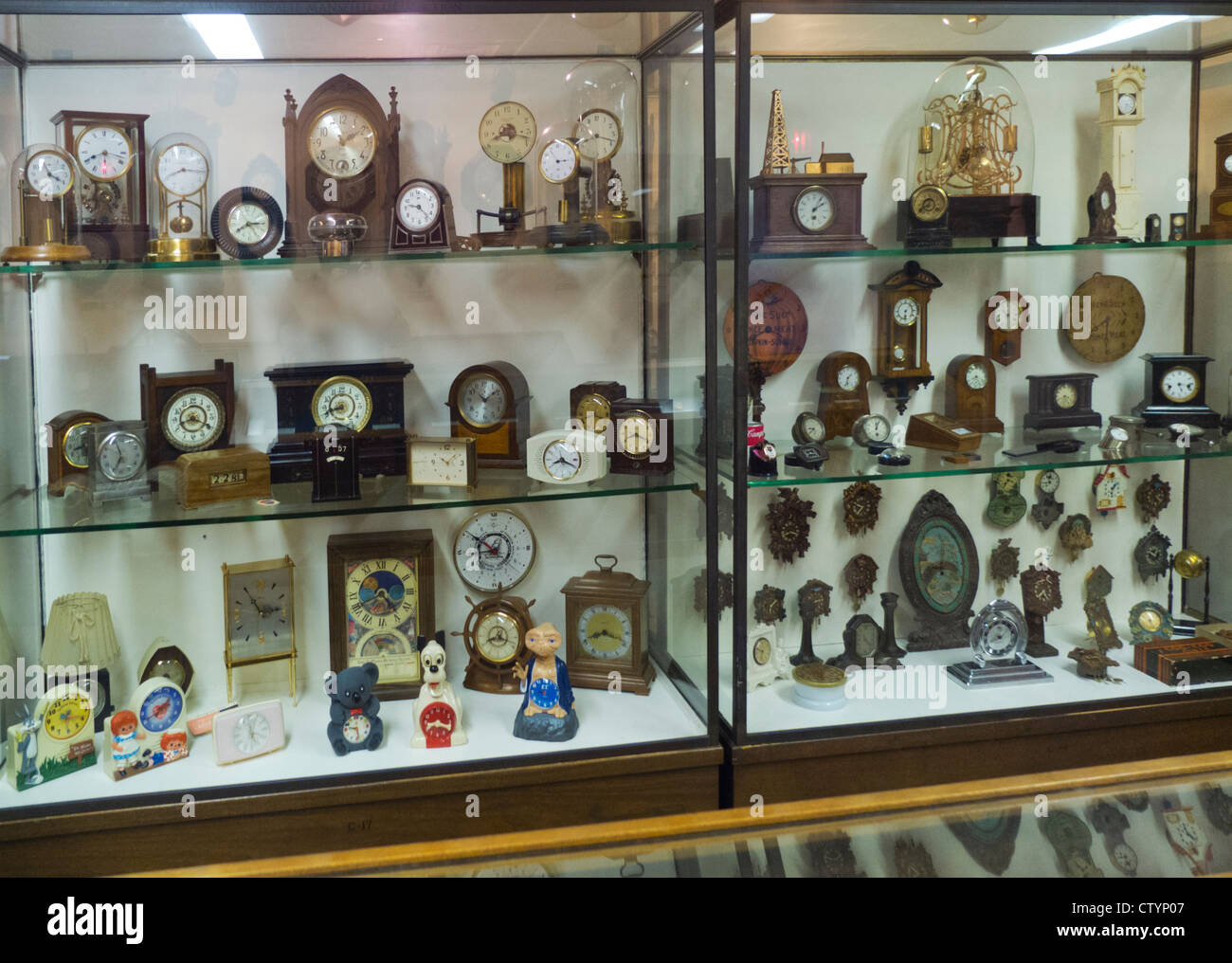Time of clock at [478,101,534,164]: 8:17
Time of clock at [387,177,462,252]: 9:22
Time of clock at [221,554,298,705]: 2:53
